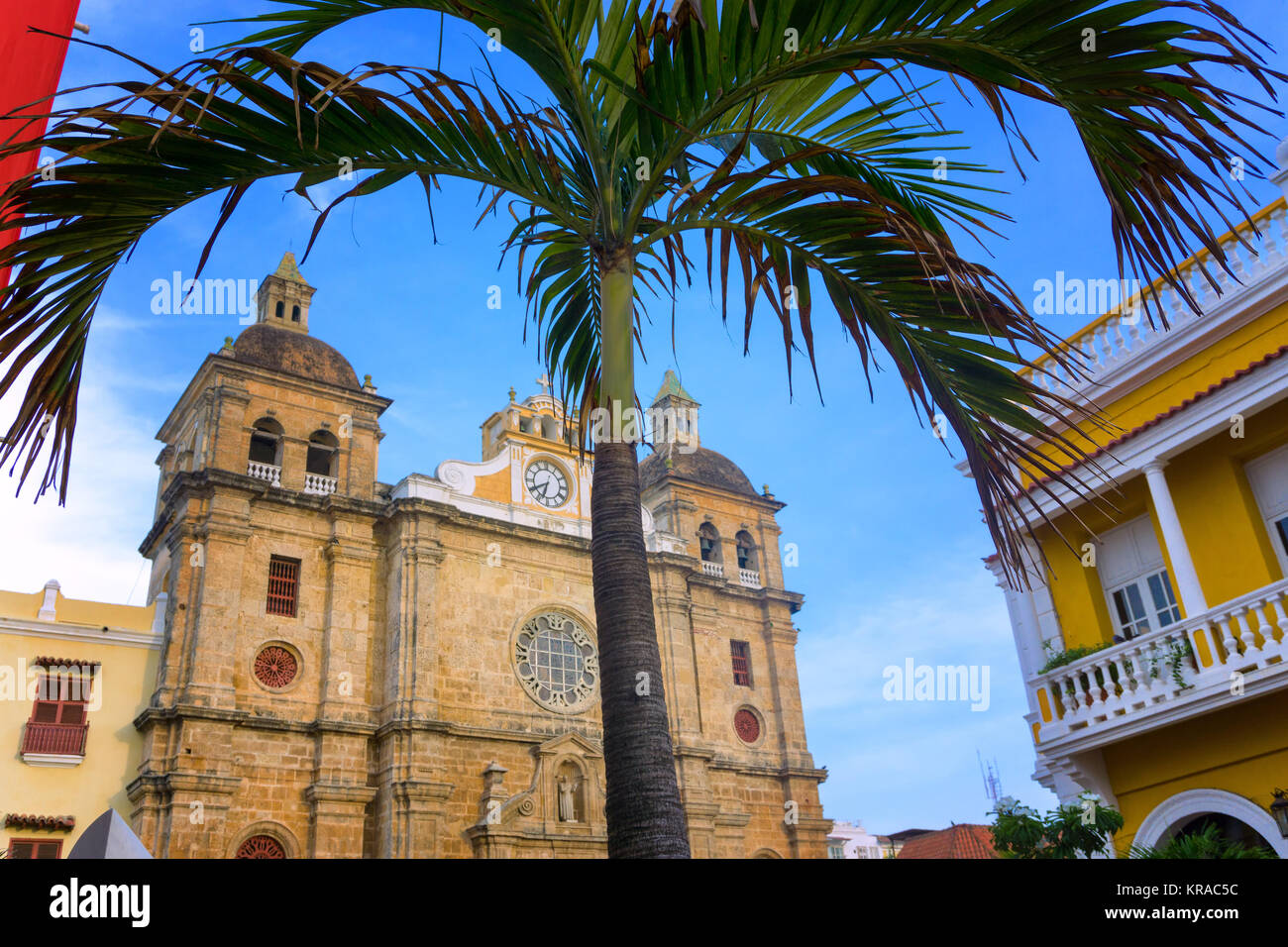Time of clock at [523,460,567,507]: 6:40
